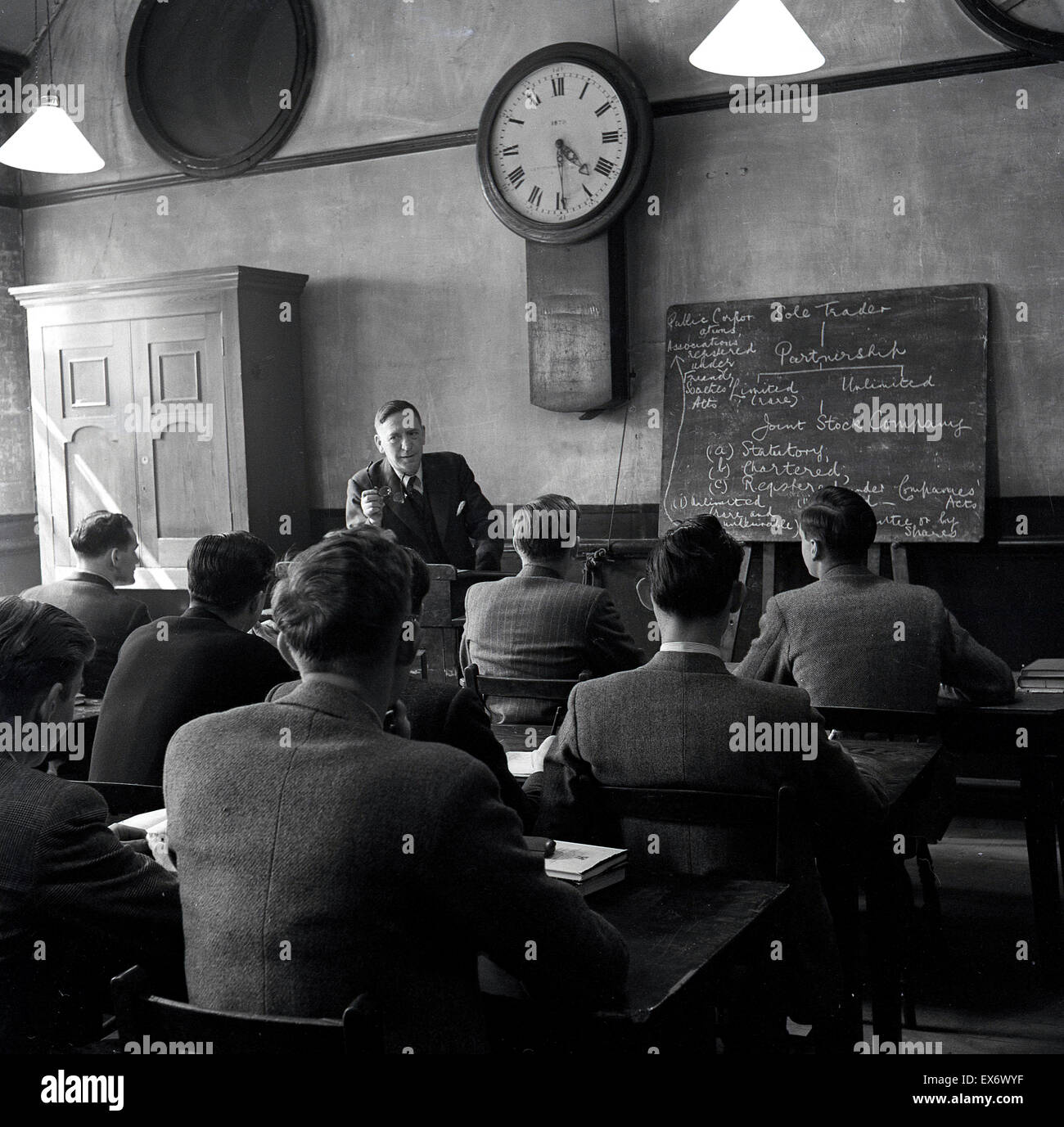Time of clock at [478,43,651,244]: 4:29
